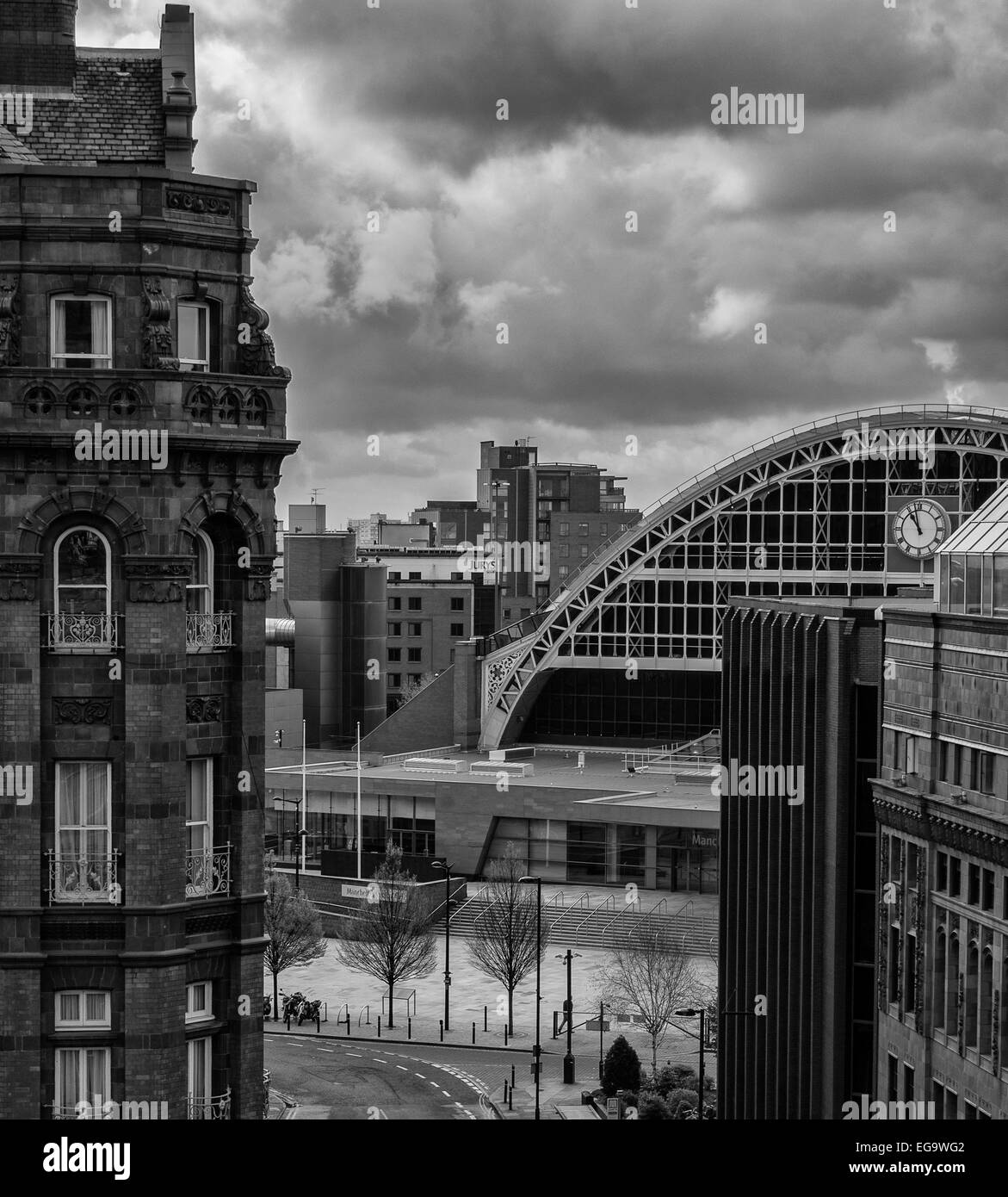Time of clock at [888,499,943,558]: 10:57
